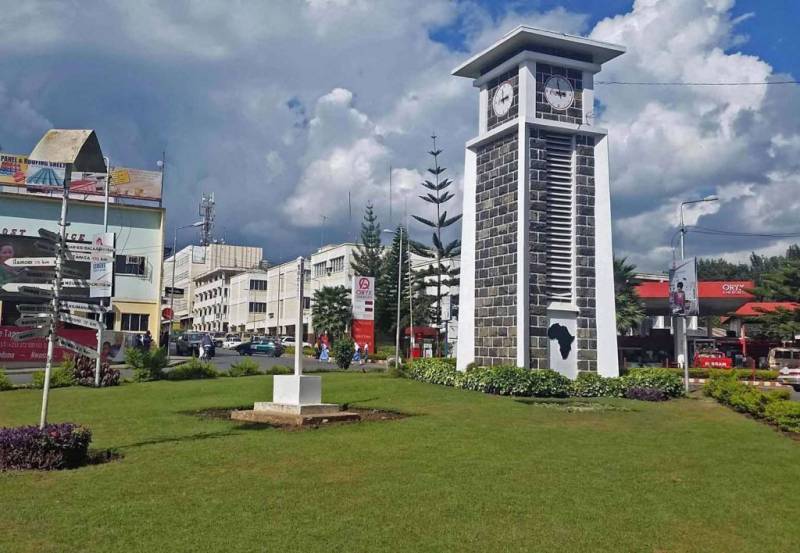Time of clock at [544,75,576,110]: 2:58
